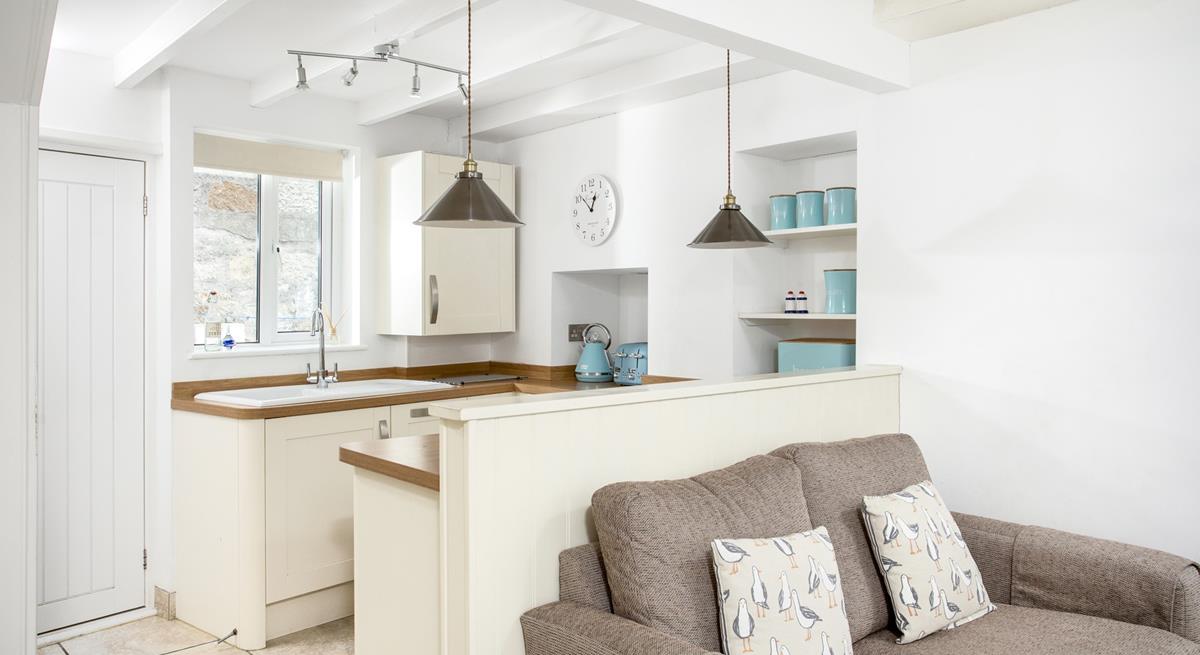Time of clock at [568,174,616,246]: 12:51
